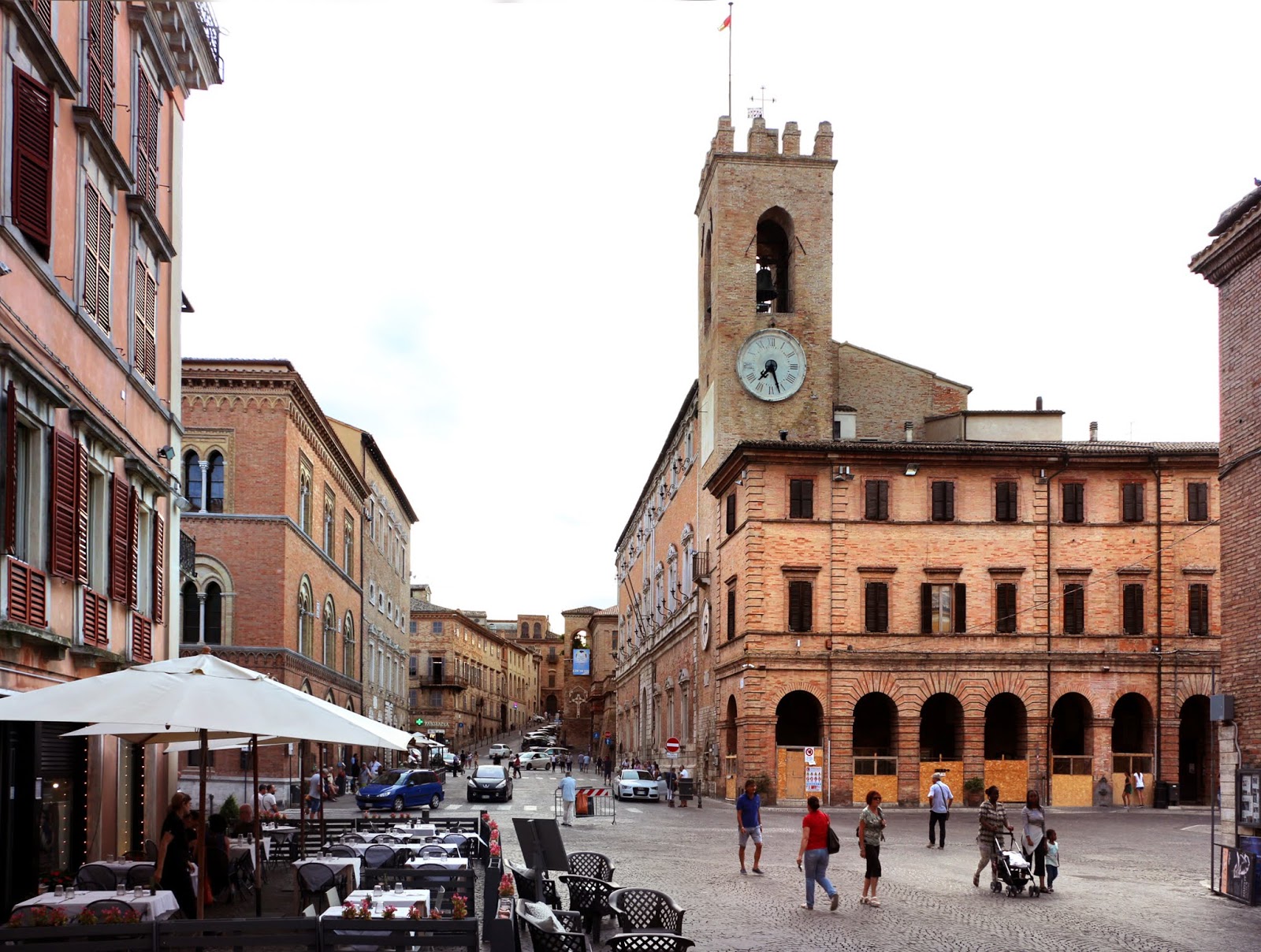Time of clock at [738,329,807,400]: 7:27
